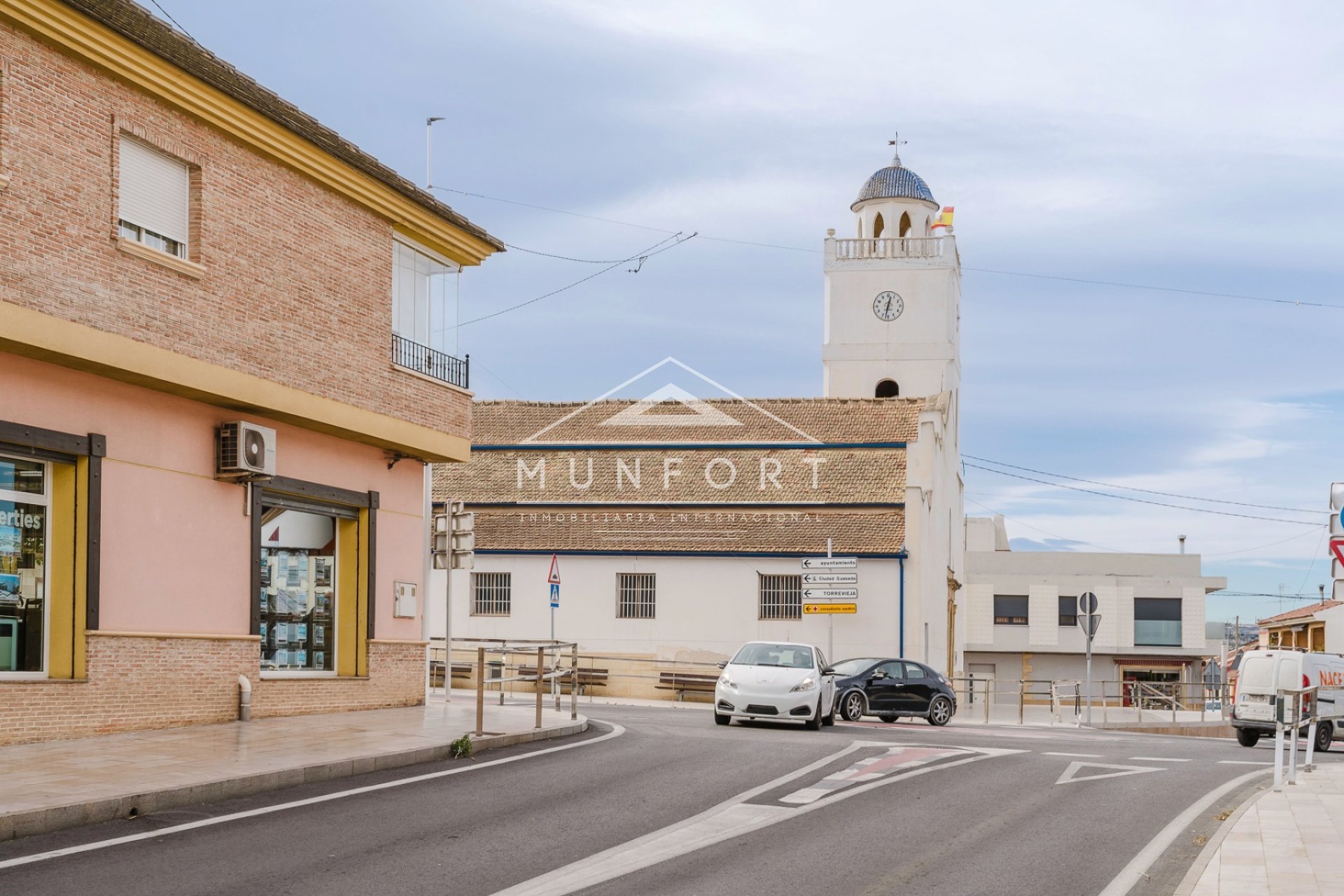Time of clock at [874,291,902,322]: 12:32
